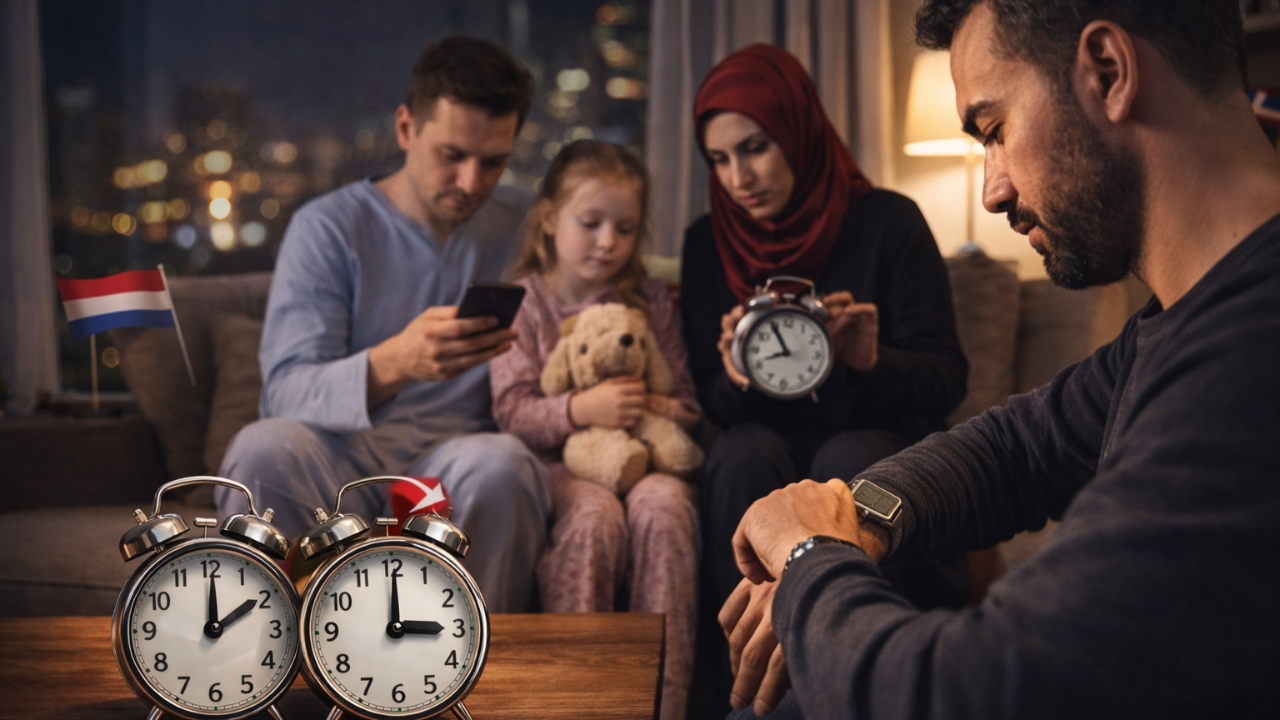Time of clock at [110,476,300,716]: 2:00
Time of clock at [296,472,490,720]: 3:00
